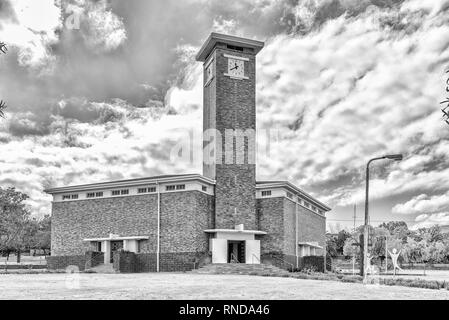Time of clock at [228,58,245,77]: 11:40
